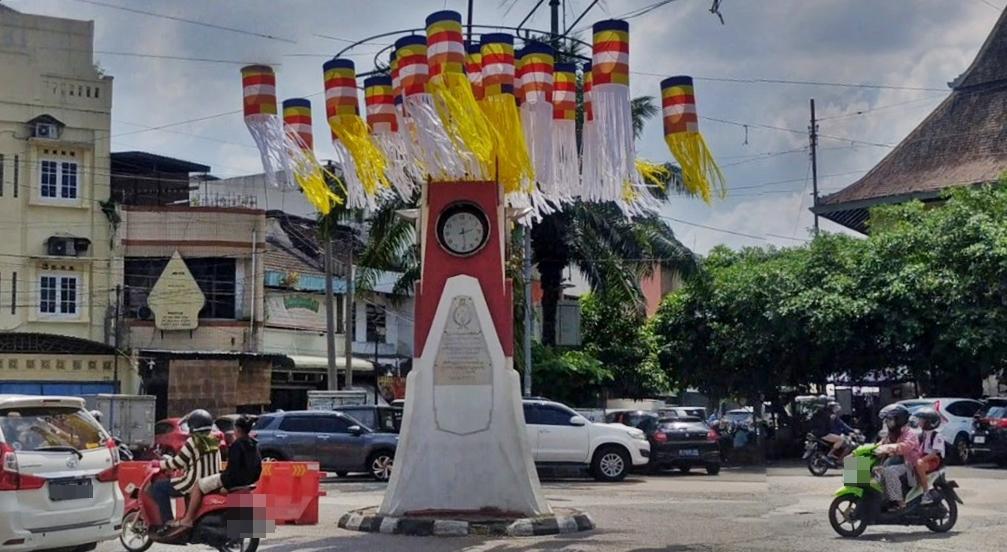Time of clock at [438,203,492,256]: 2:29
